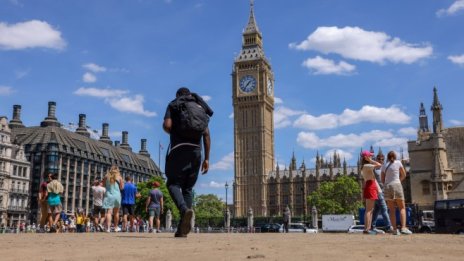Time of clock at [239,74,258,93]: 1:36
